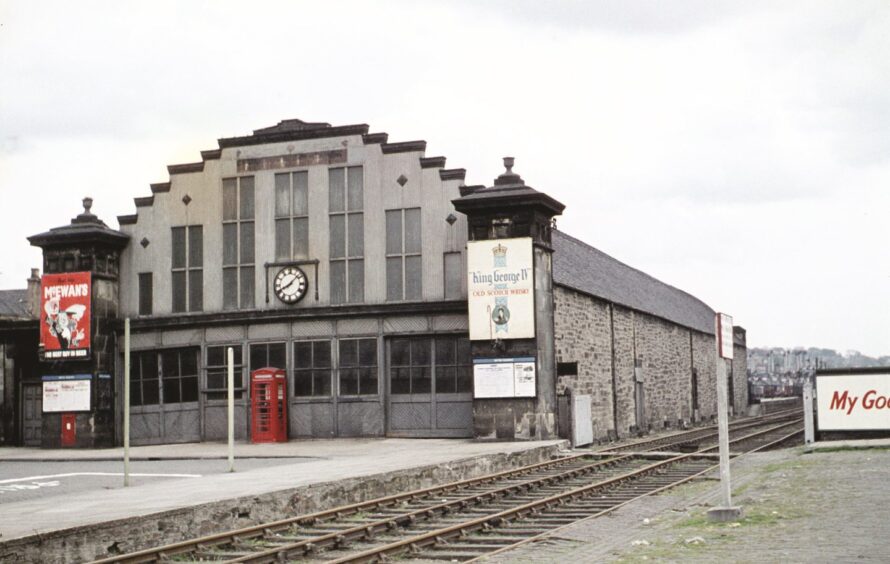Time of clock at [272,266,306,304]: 8:07
